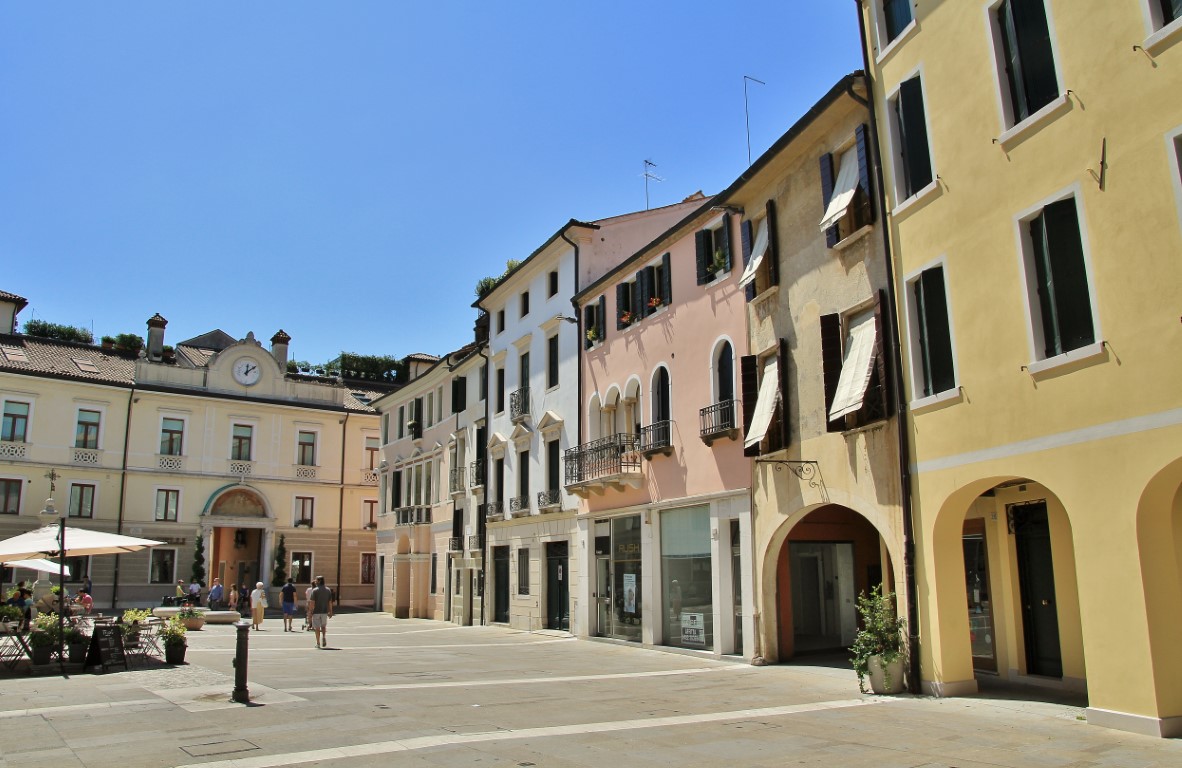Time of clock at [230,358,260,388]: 12:09
